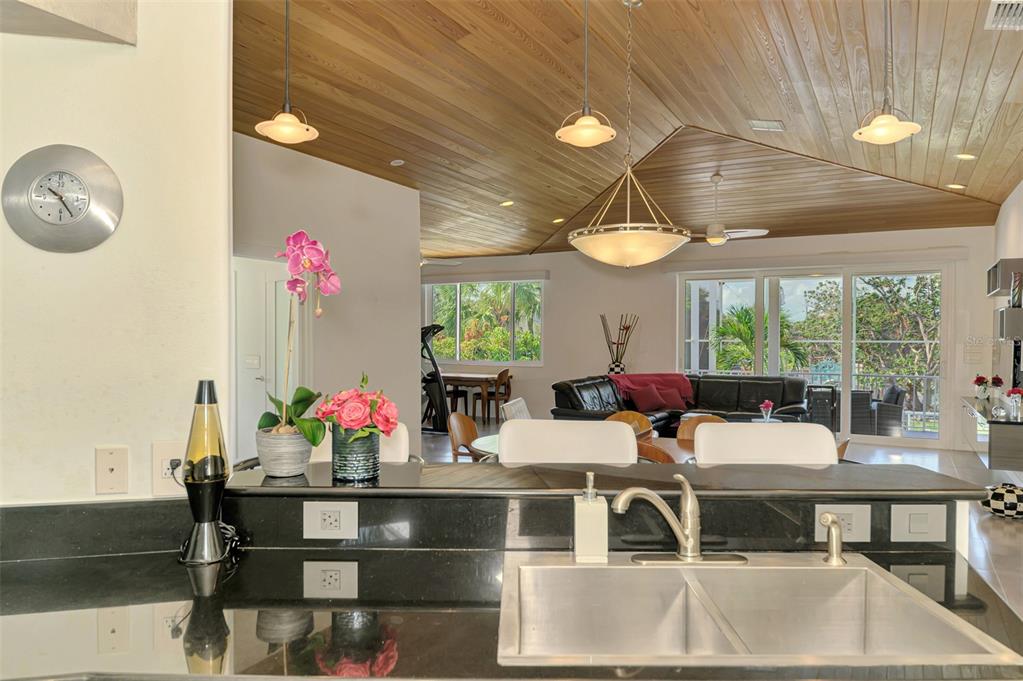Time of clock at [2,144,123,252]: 10:24
